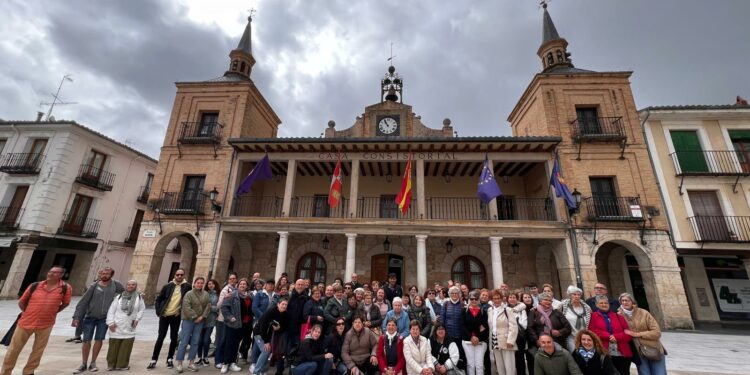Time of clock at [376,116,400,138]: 10:55
